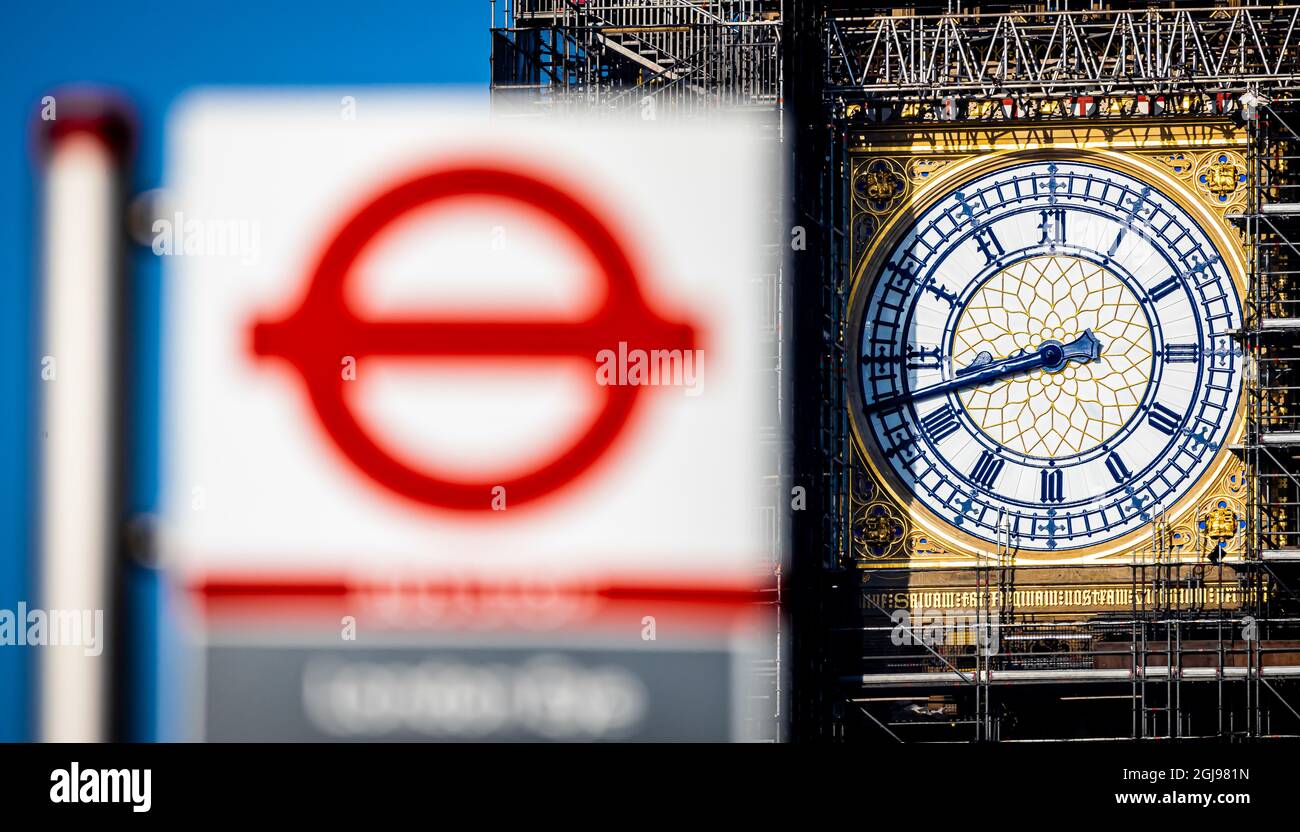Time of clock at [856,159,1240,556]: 8:42
